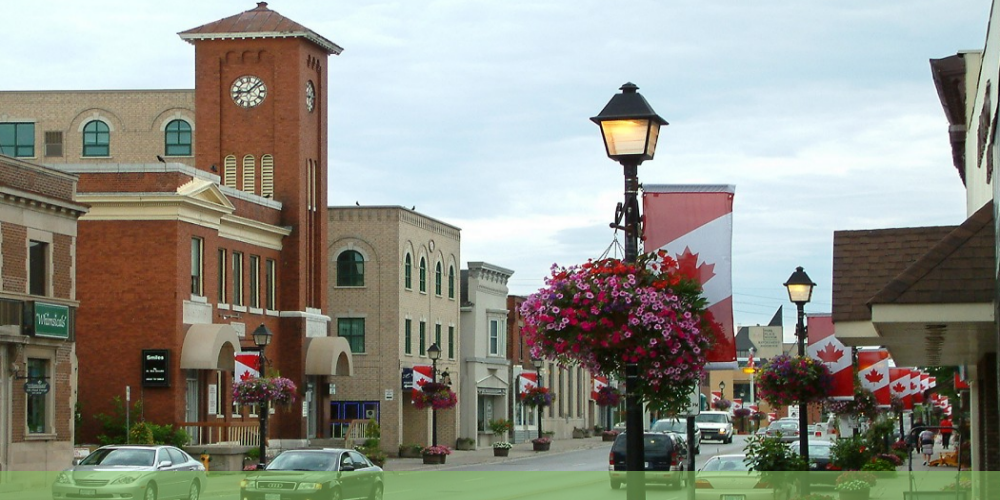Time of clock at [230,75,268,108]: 9:07
